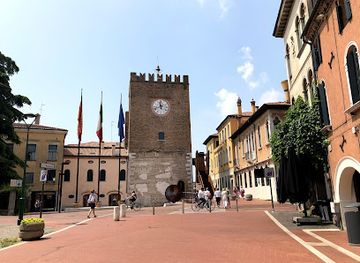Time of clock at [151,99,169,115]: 11:41
